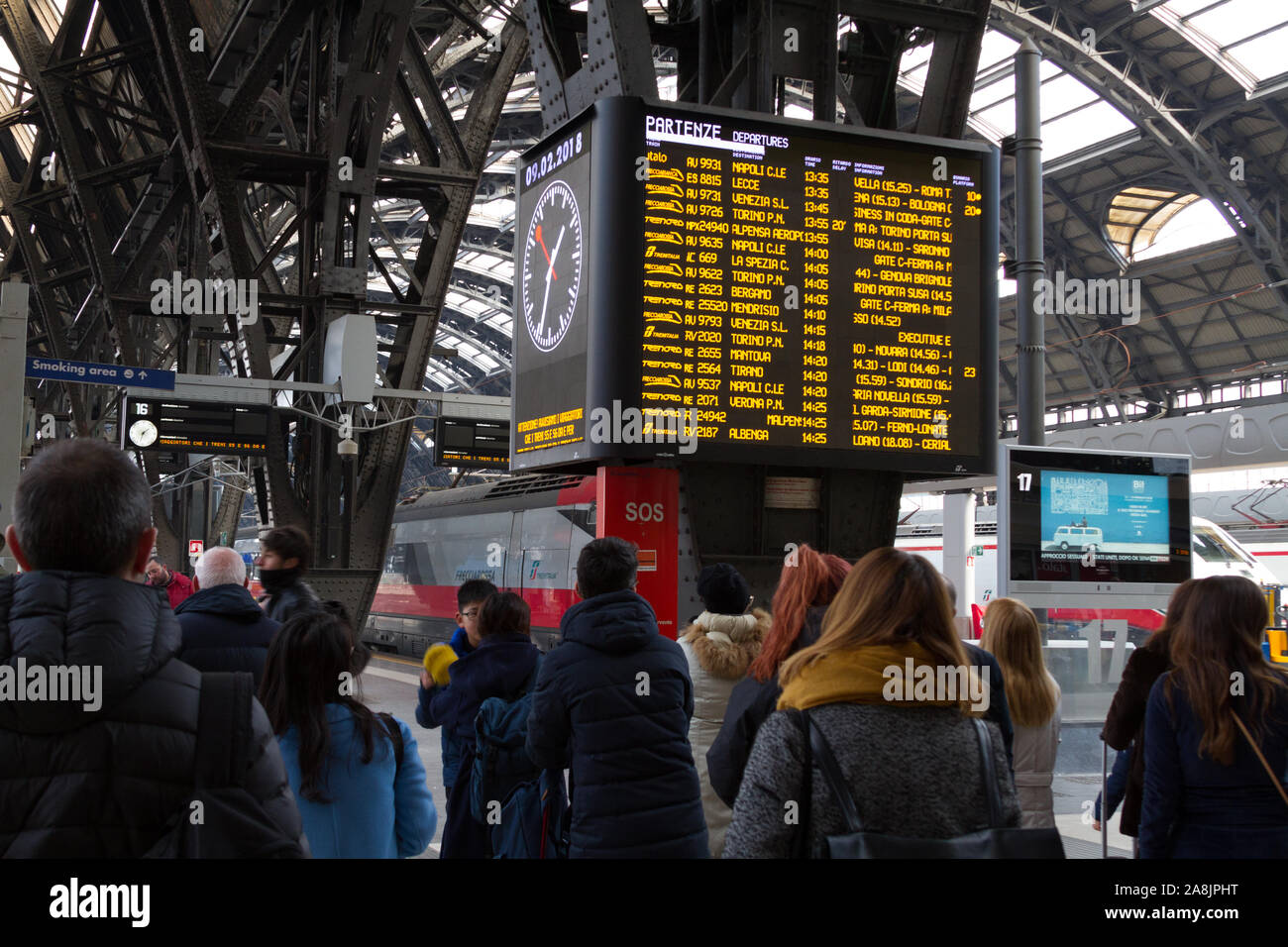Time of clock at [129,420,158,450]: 1:32
